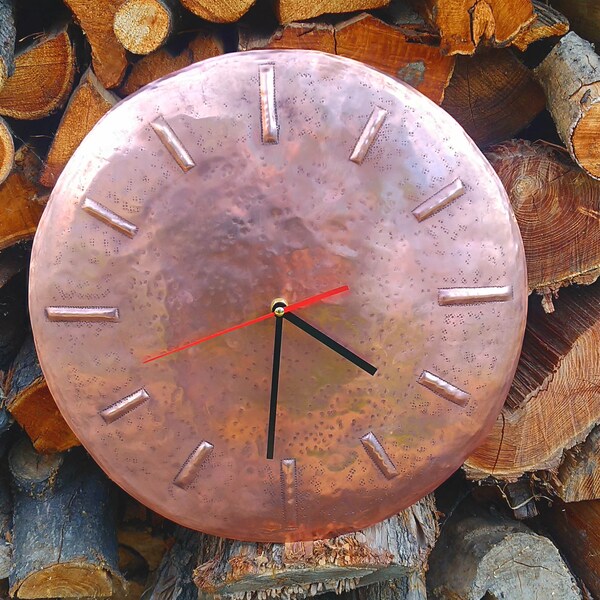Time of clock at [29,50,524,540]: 4:31
